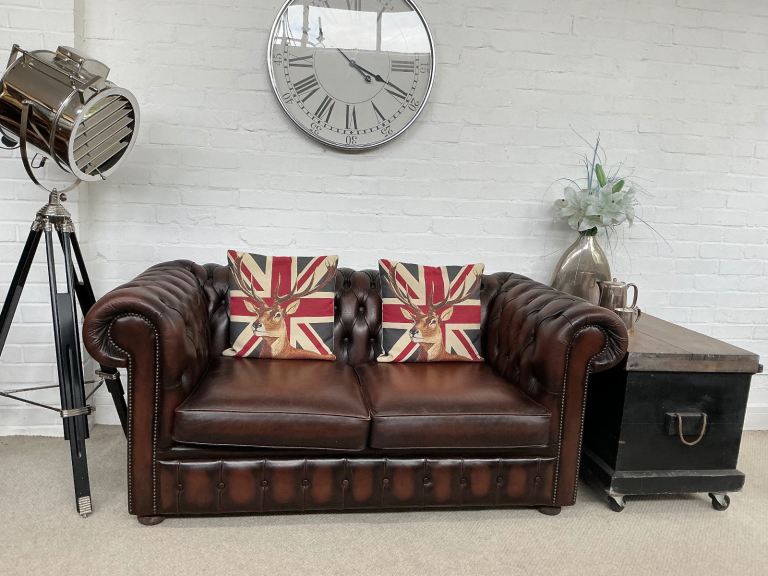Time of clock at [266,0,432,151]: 4:19
